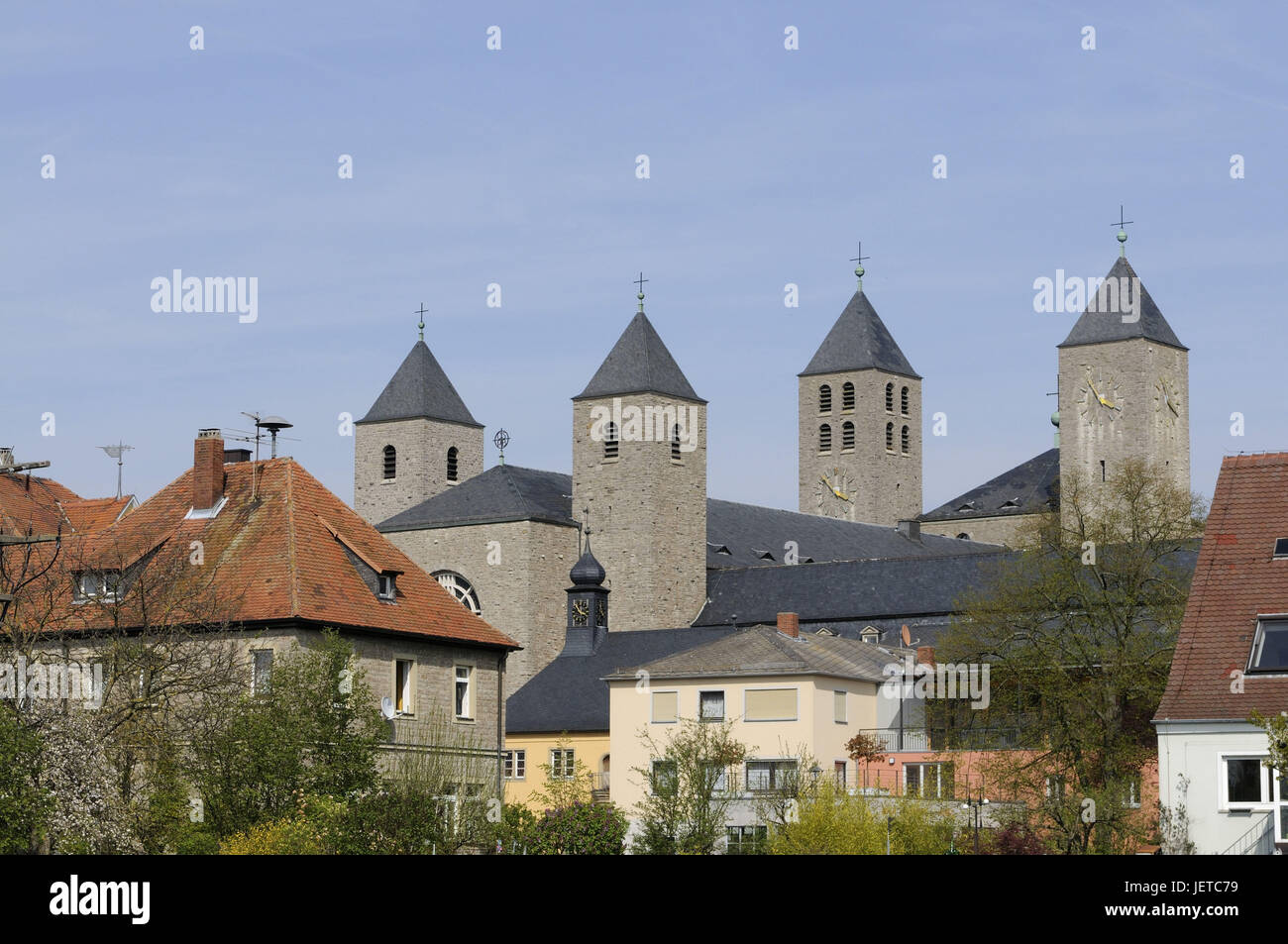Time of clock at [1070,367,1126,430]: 3:54
